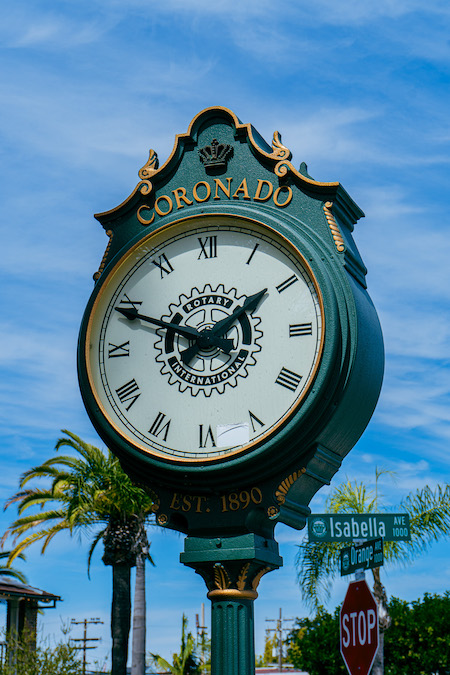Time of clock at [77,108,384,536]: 1:49
